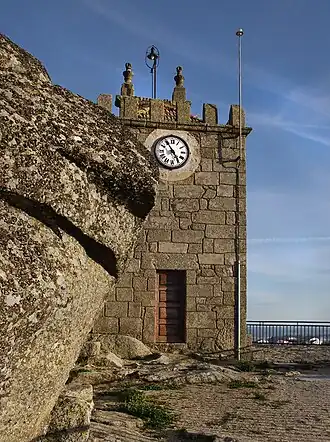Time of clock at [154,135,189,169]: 4:54
